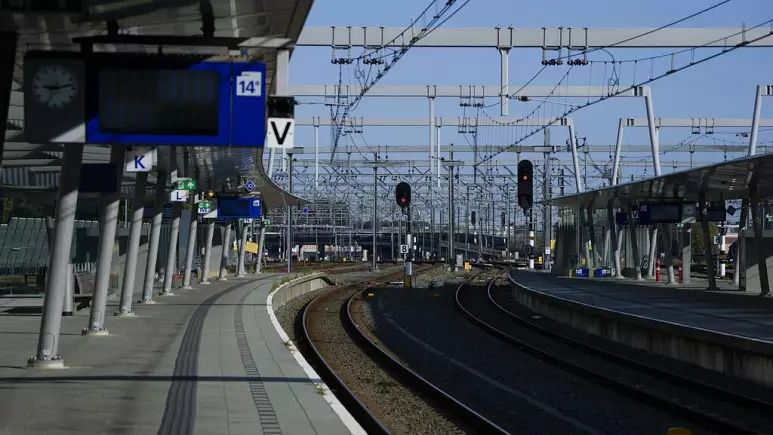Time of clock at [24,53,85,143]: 9:12
